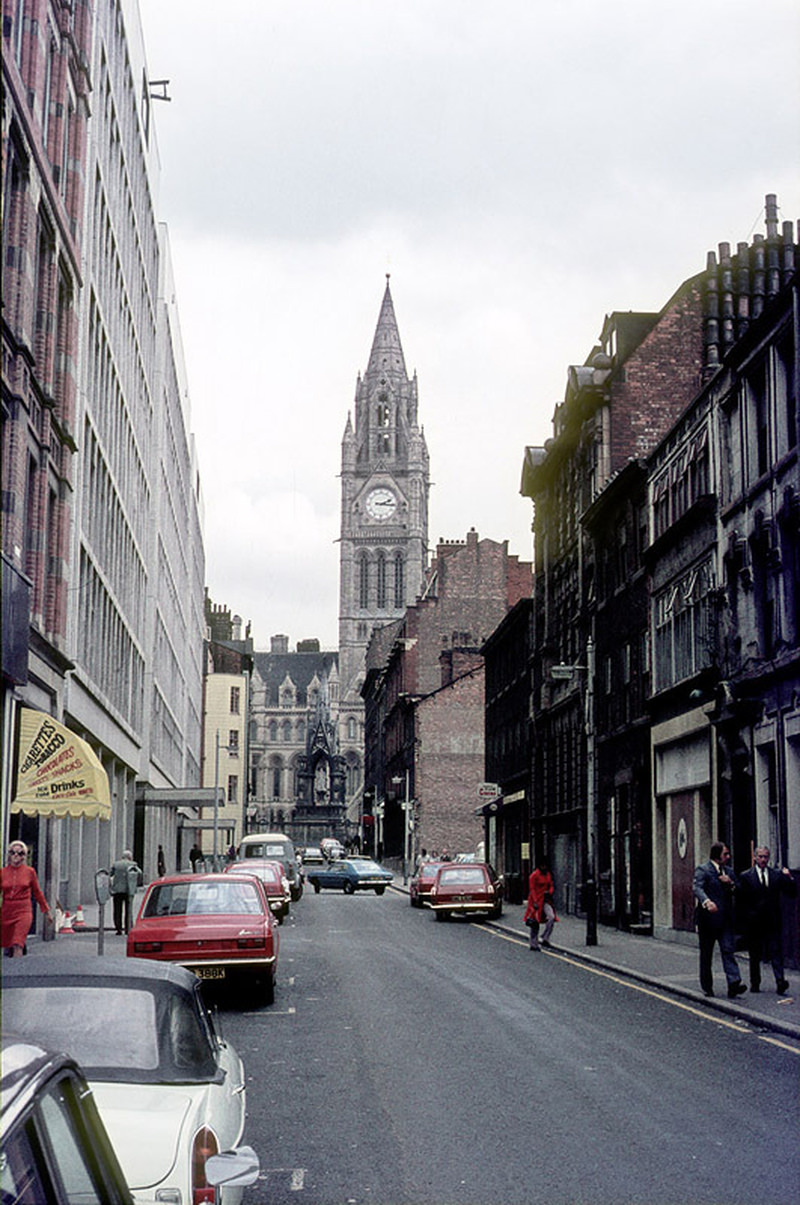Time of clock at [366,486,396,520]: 2:16
